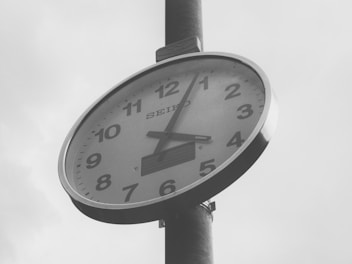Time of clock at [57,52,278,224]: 4:03
